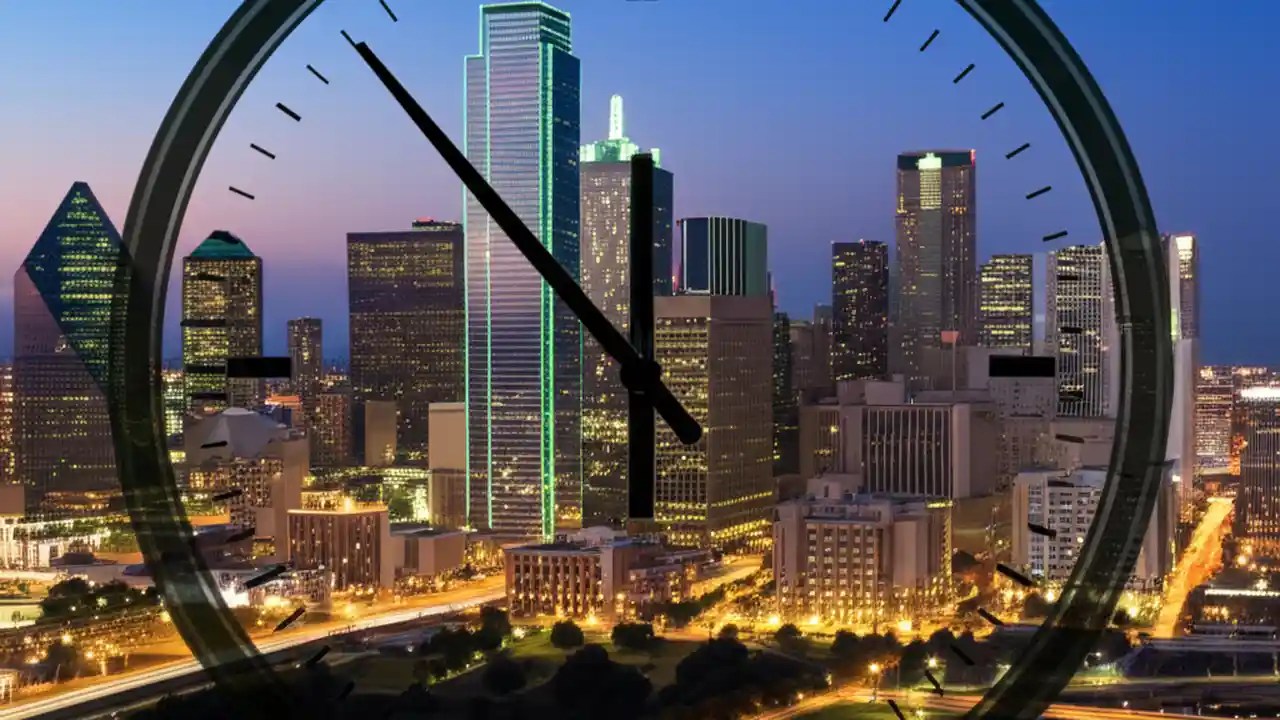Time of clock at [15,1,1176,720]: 11:53
